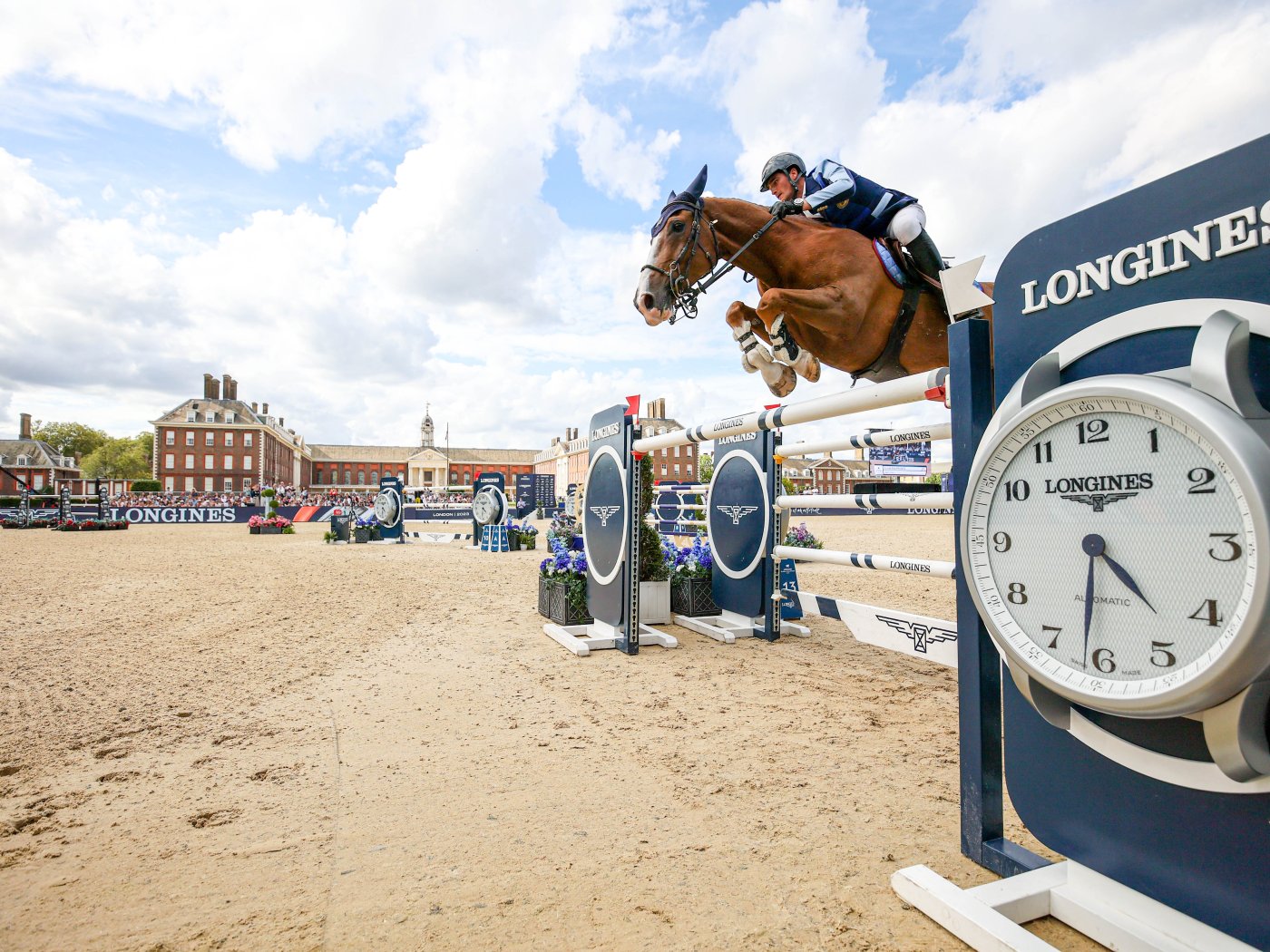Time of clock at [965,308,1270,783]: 4:31
